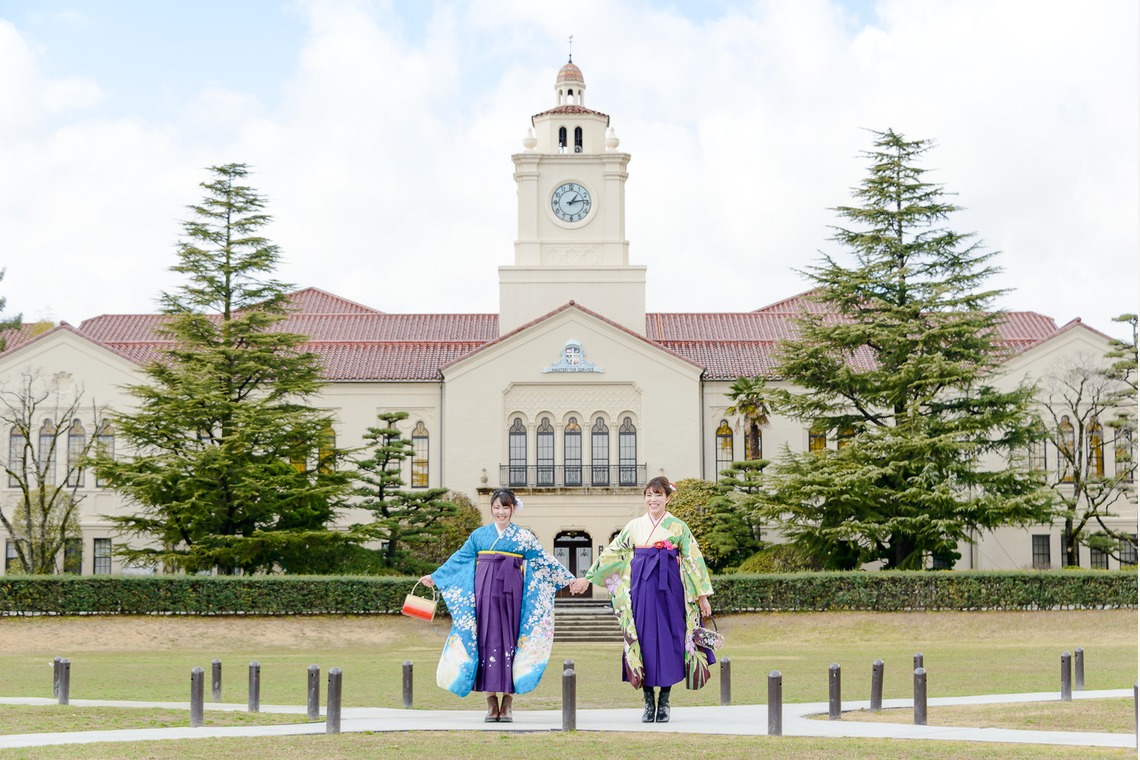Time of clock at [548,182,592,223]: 1:13
